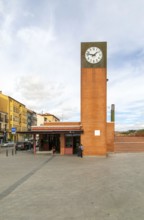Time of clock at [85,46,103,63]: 1:47
